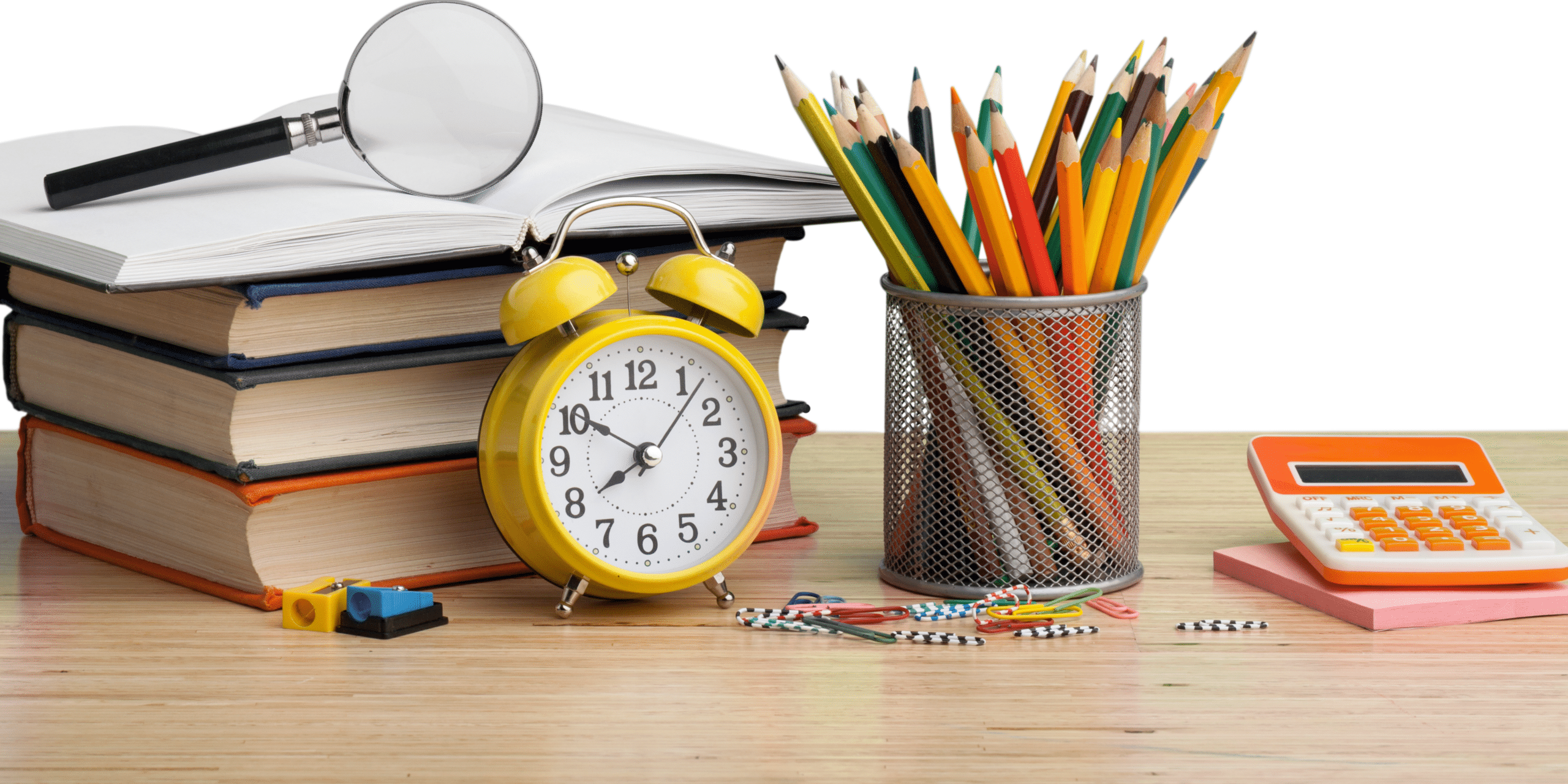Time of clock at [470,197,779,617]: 7:50
